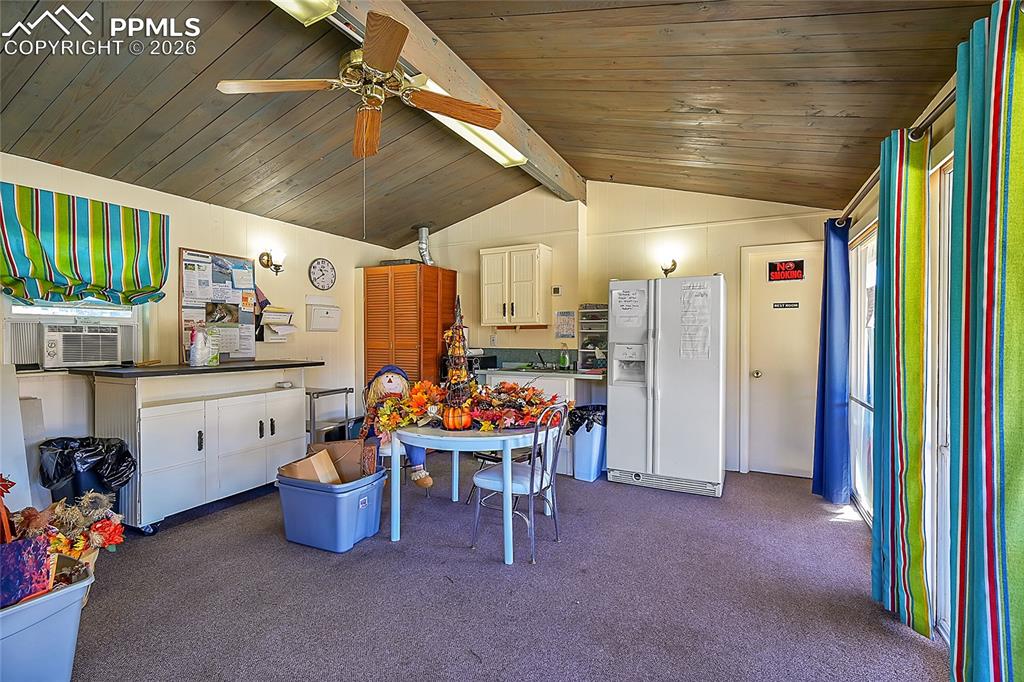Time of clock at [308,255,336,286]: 10:39
